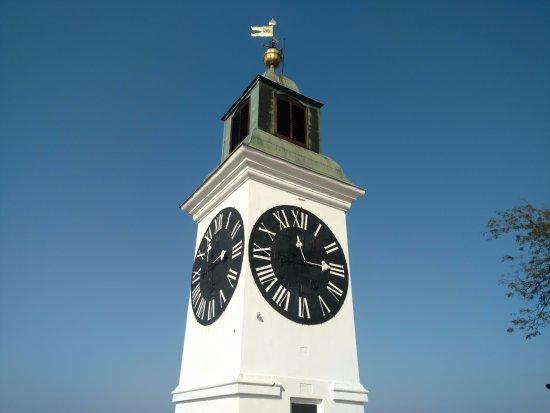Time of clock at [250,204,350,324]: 12:14
